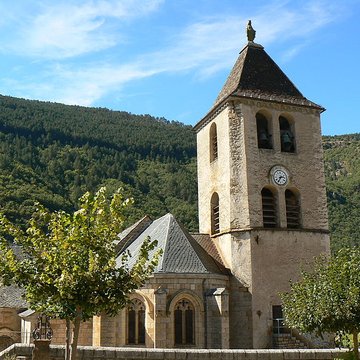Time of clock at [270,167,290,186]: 2:35
